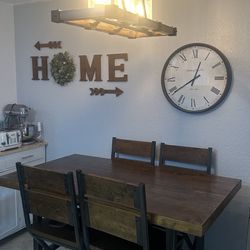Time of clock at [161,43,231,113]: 12:39
